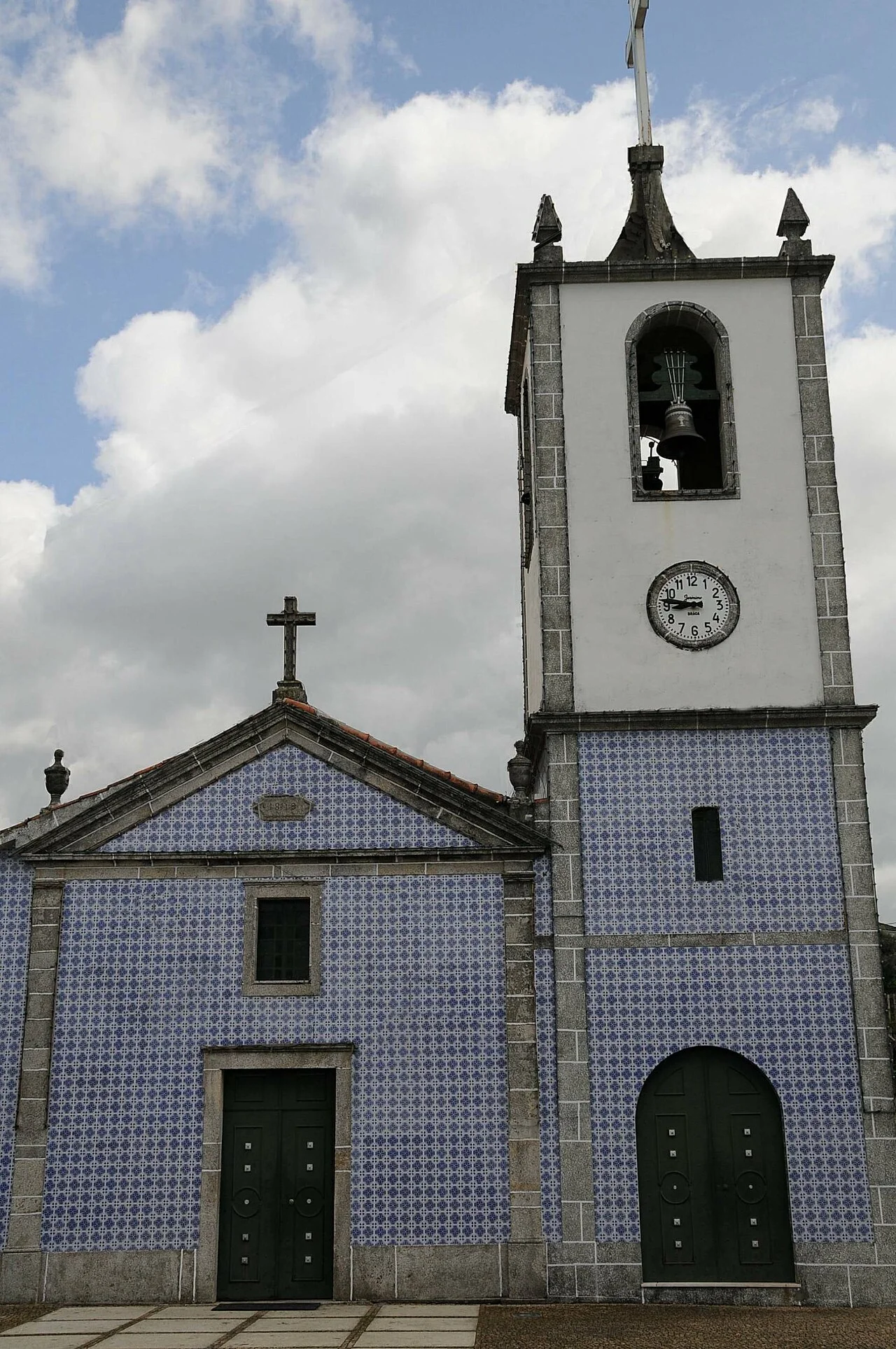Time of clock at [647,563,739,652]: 8:46
